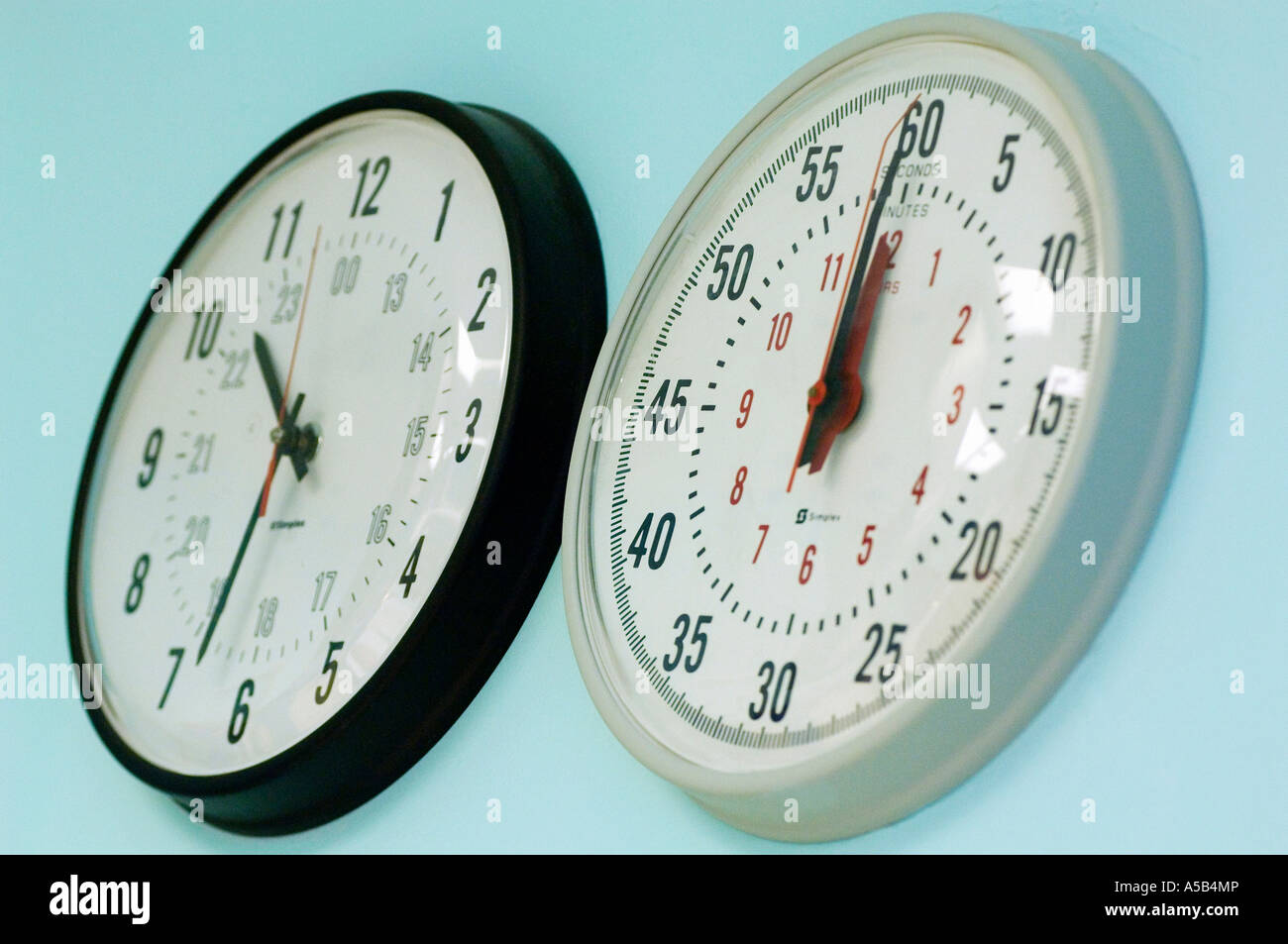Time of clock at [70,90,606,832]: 10:33
